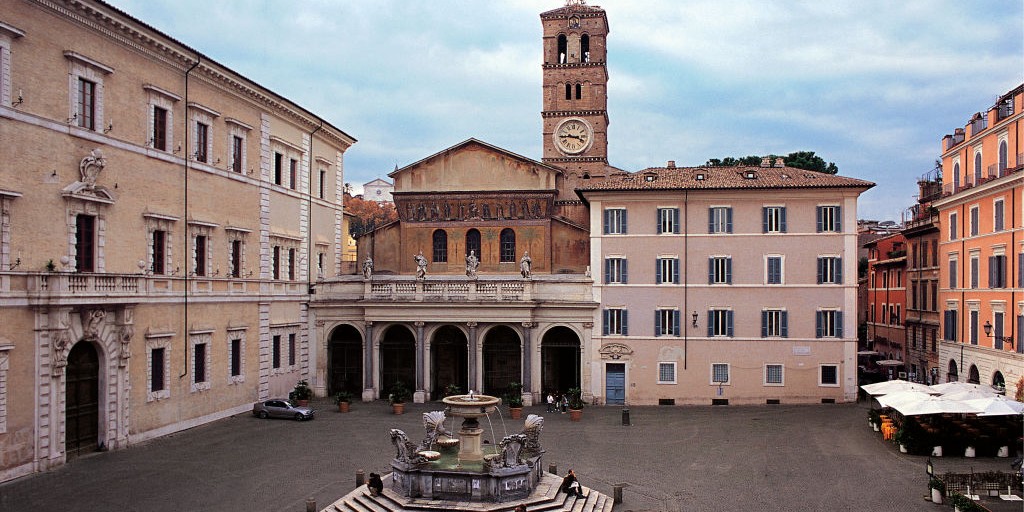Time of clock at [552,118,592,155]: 3:44
